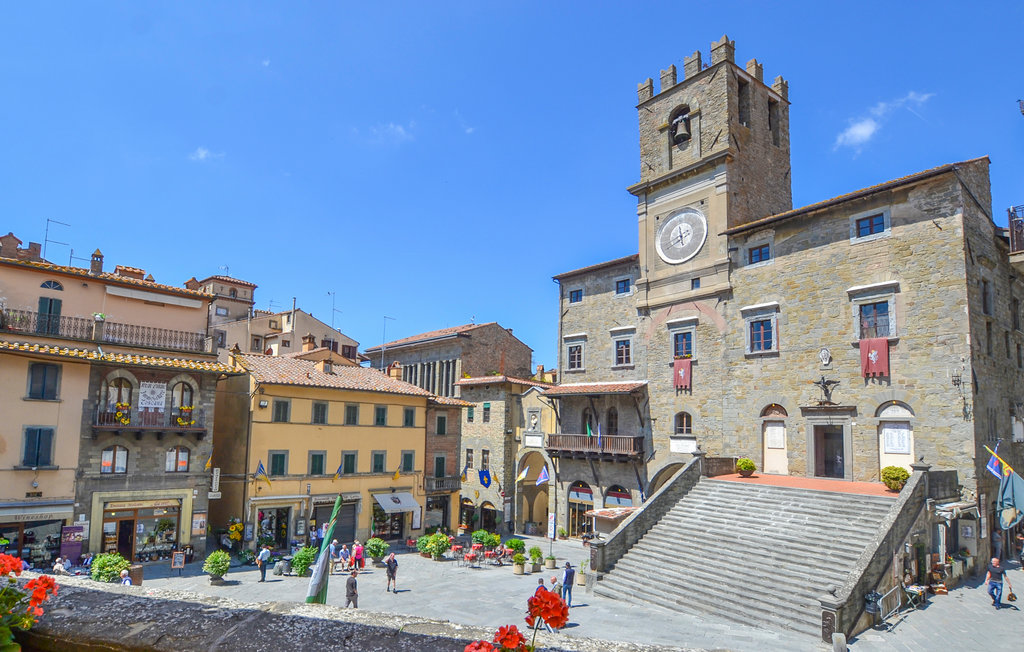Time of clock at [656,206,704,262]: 11:40
